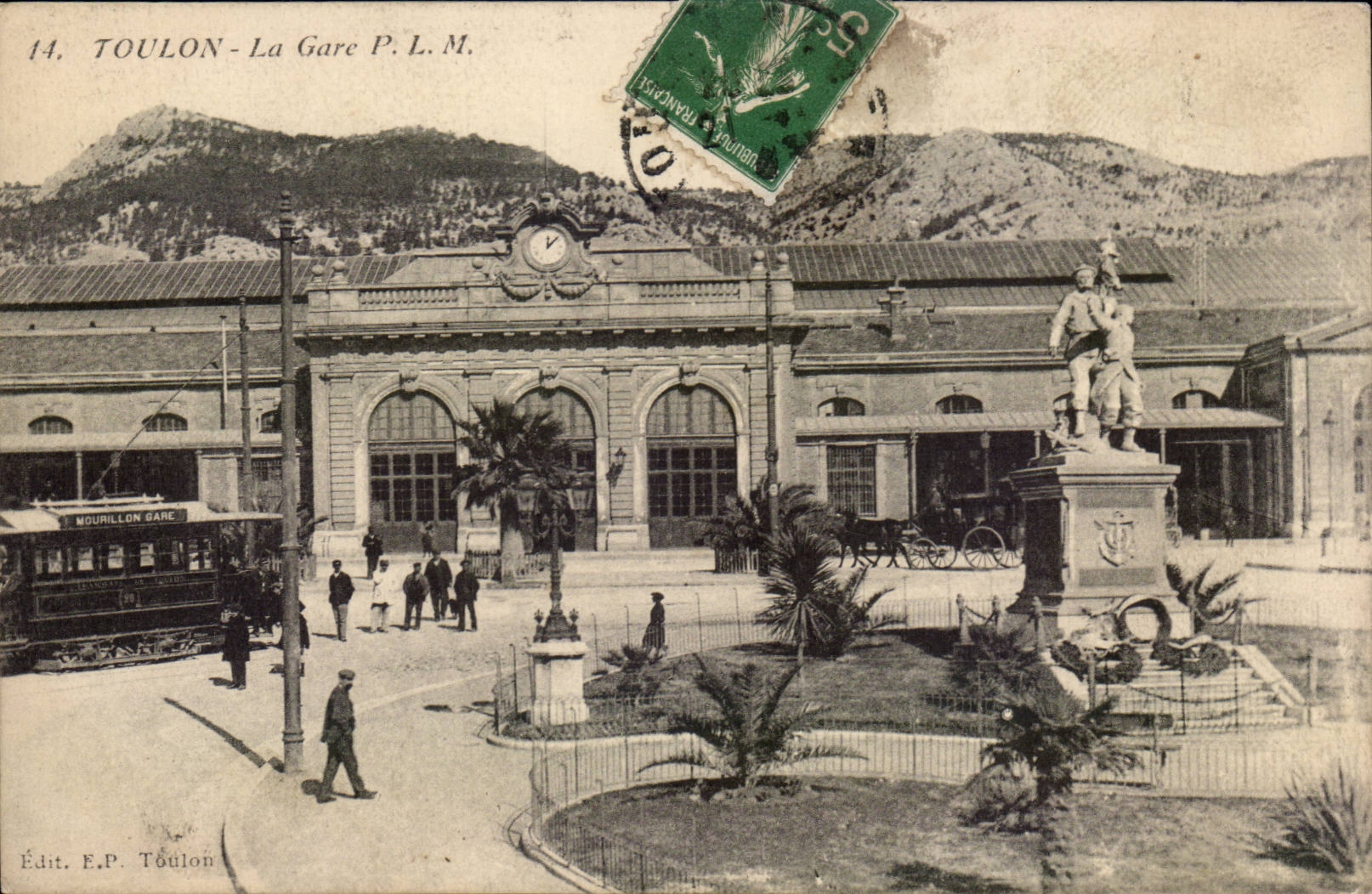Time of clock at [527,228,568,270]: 12:07
